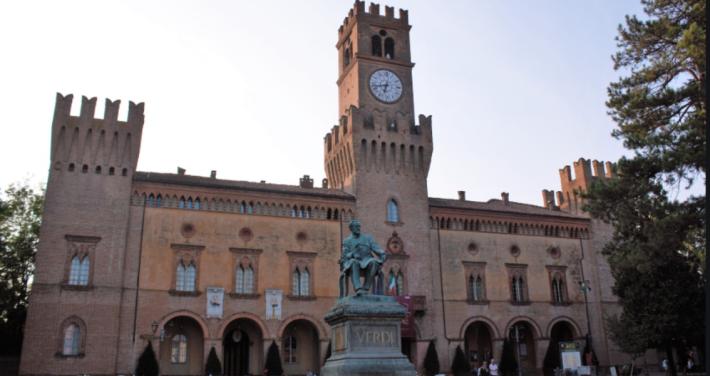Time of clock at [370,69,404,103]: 6:42
